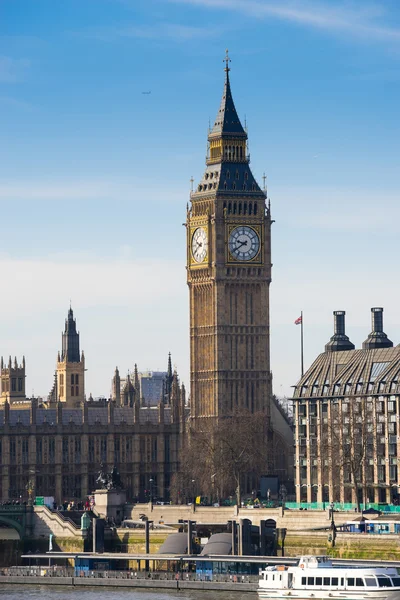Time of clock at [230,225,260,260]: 9:39
